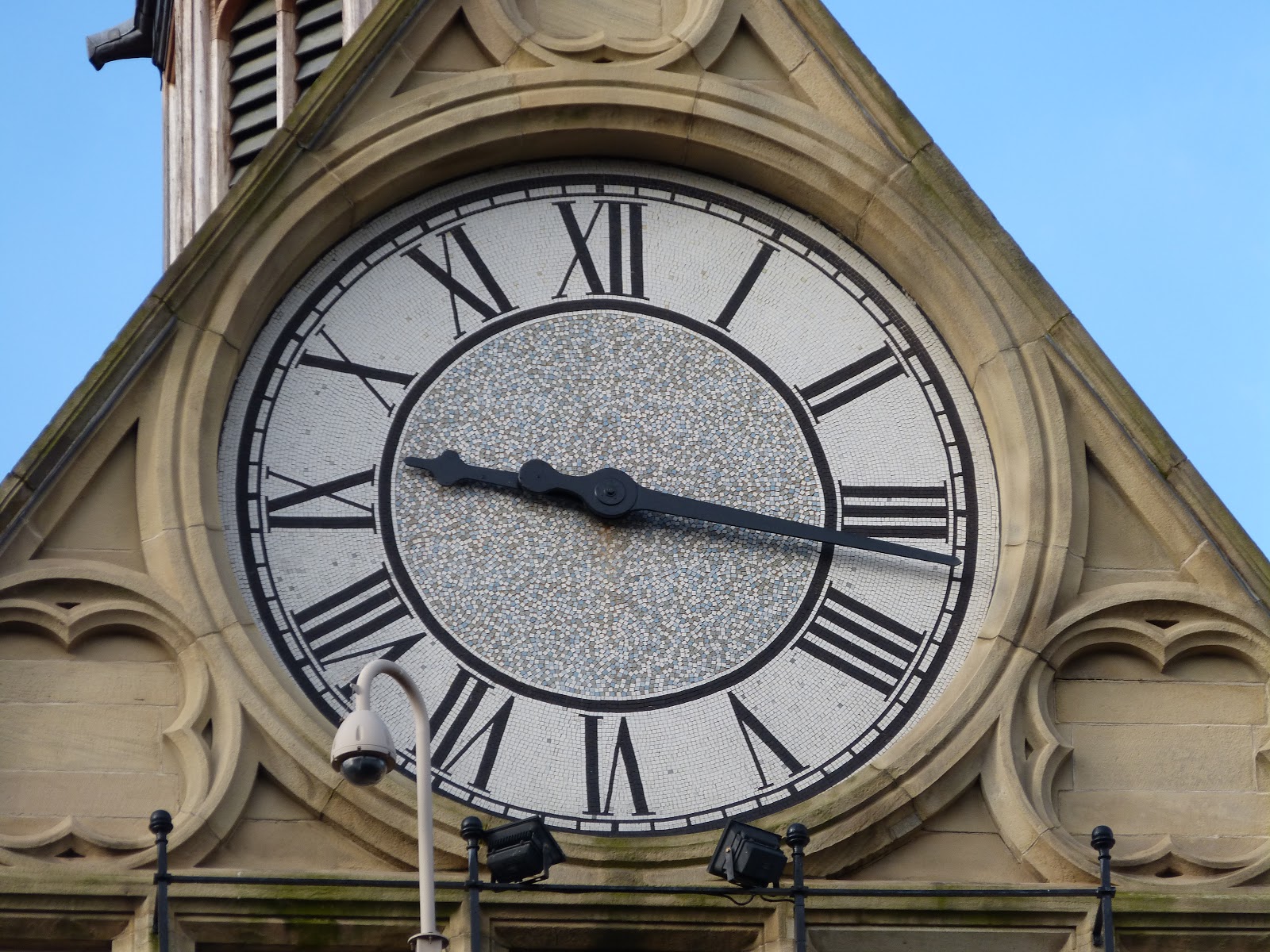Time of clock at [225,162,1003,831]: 9:16
